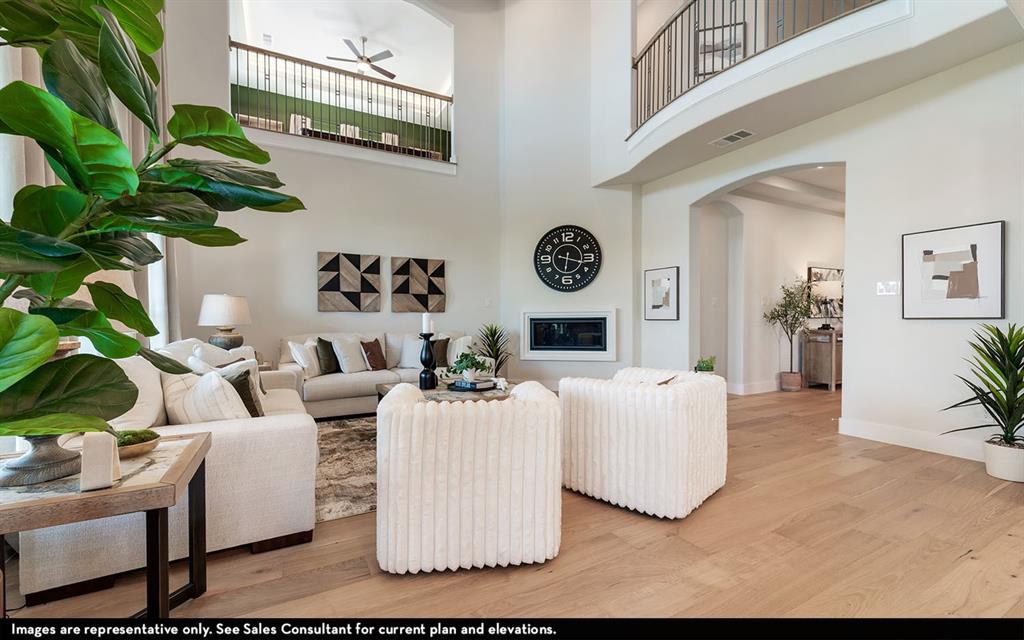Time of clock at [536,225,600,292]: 6:17
